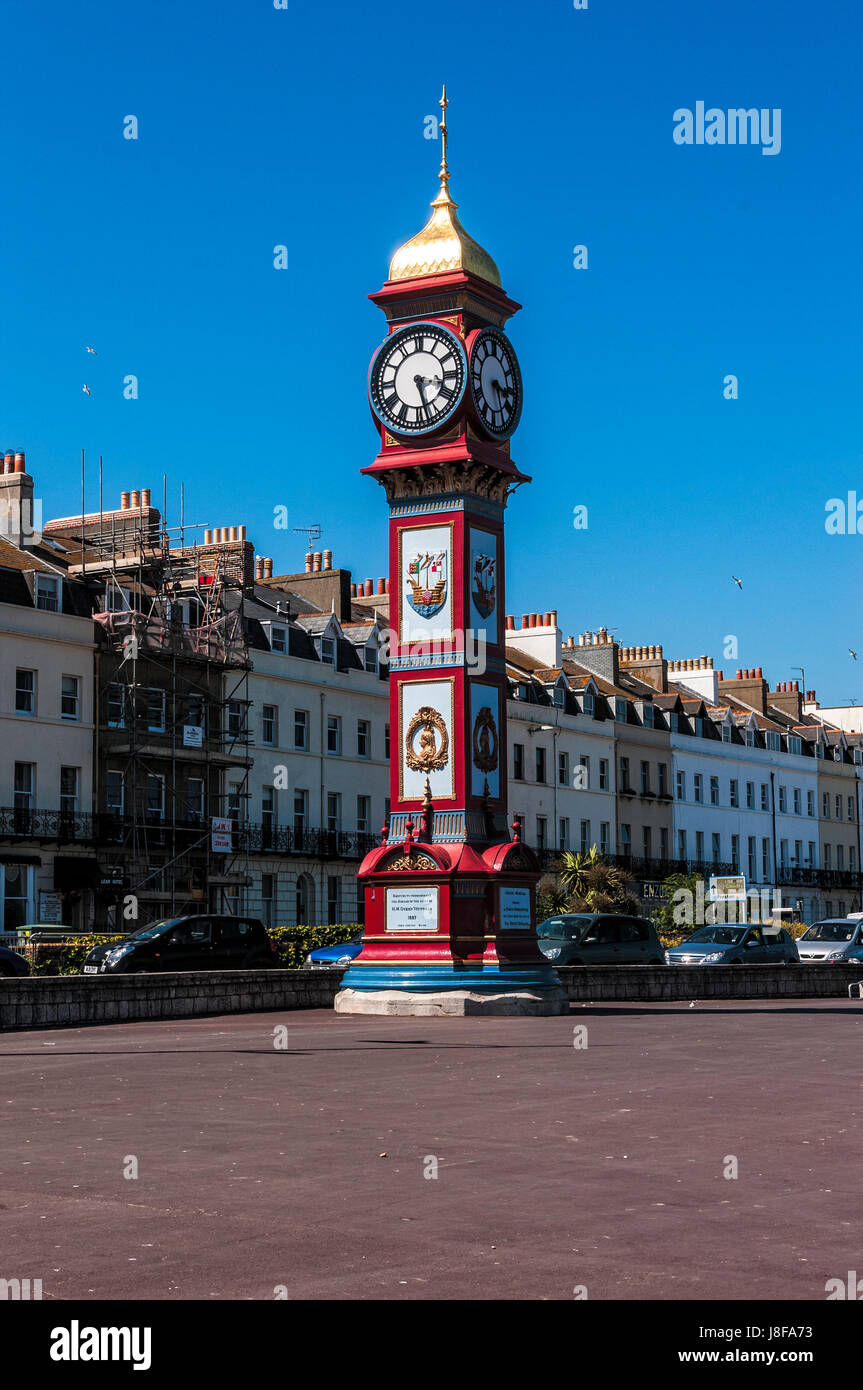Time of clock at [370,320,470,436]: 3:27
